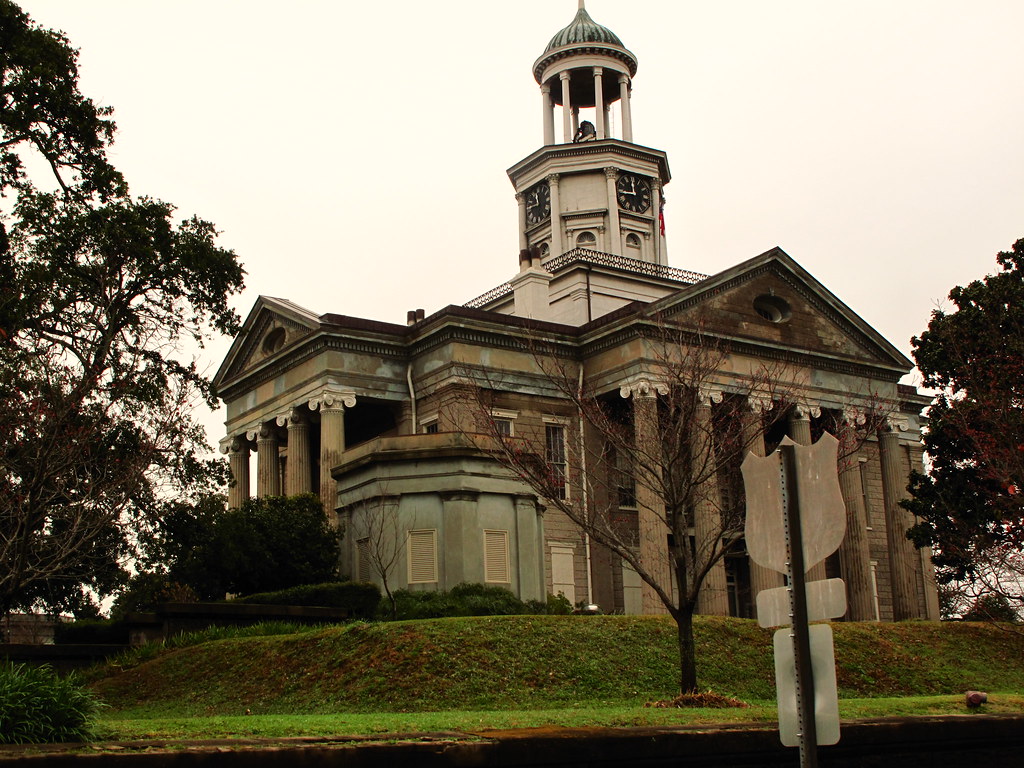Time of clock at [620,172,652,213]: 11:44
